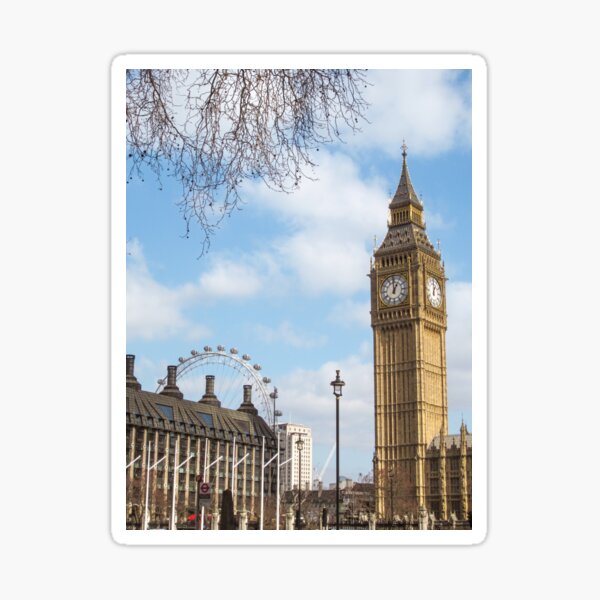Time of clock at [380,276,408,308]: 12:59
